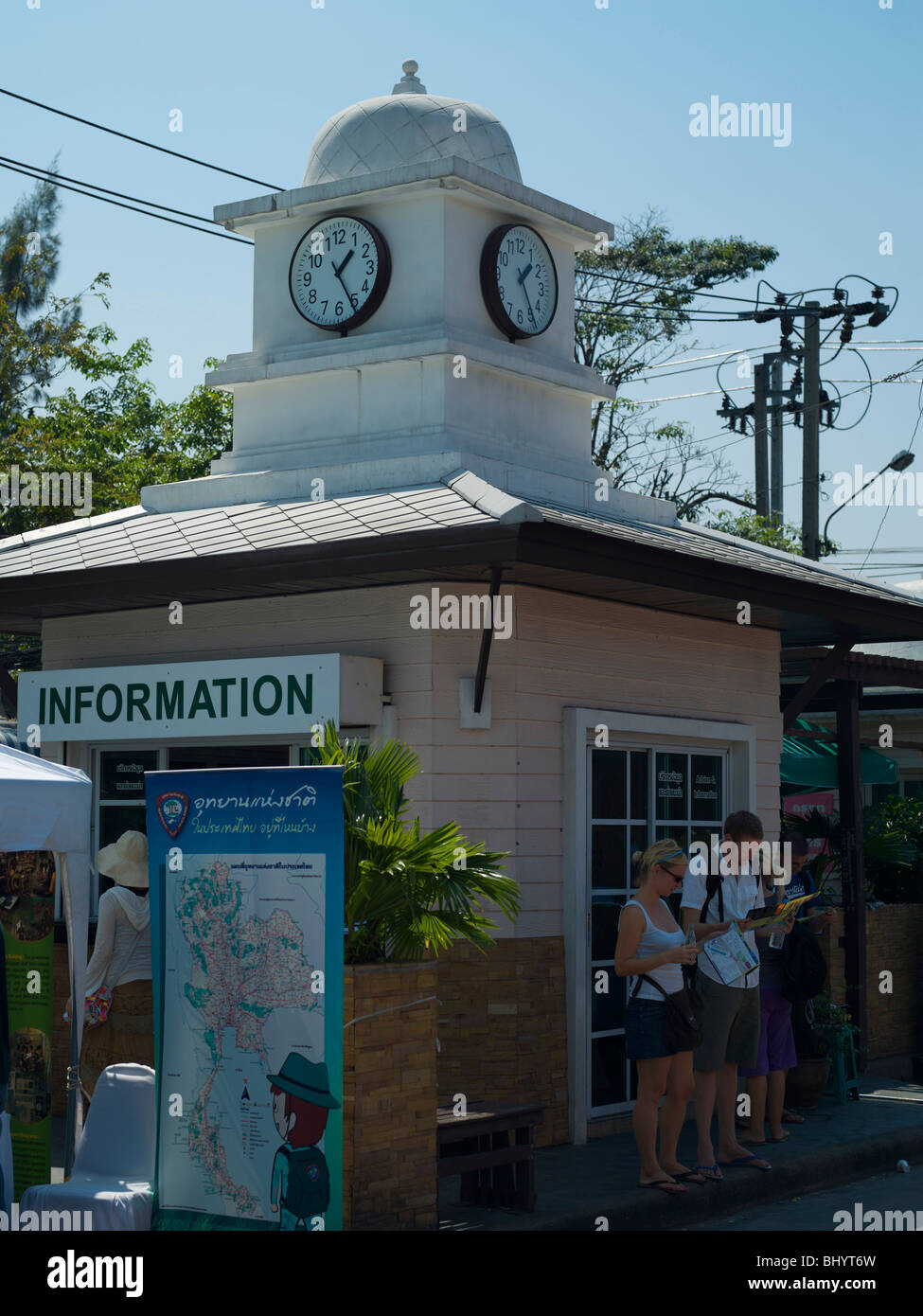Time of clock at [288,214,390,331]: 1:25
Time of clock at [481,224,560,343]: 1:24
